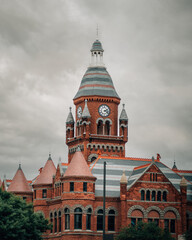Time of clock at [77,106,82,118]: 8:32
